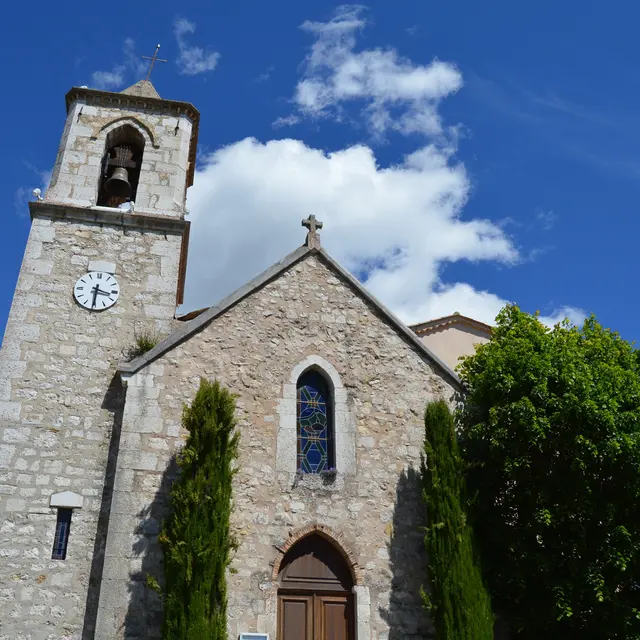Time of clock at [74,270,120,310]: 3:30
